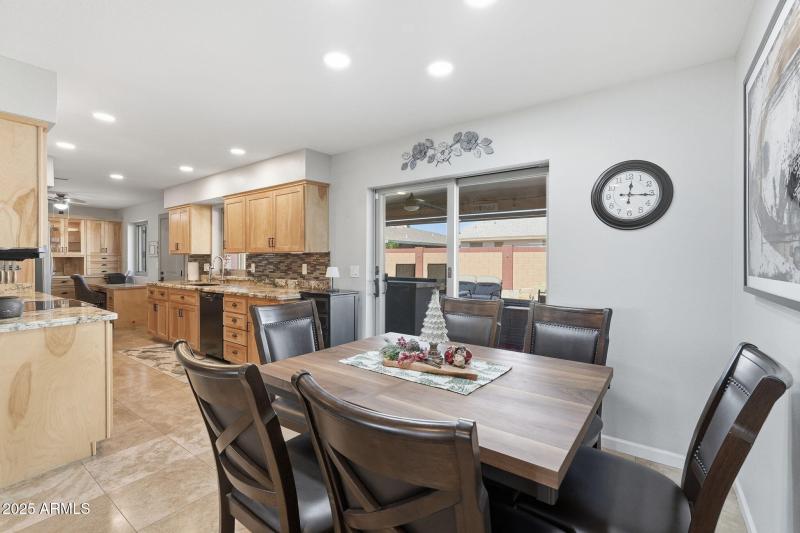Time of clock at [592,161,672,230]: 12:15
